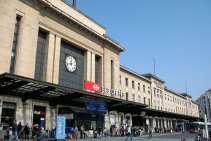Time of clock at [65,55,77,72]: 11:42
